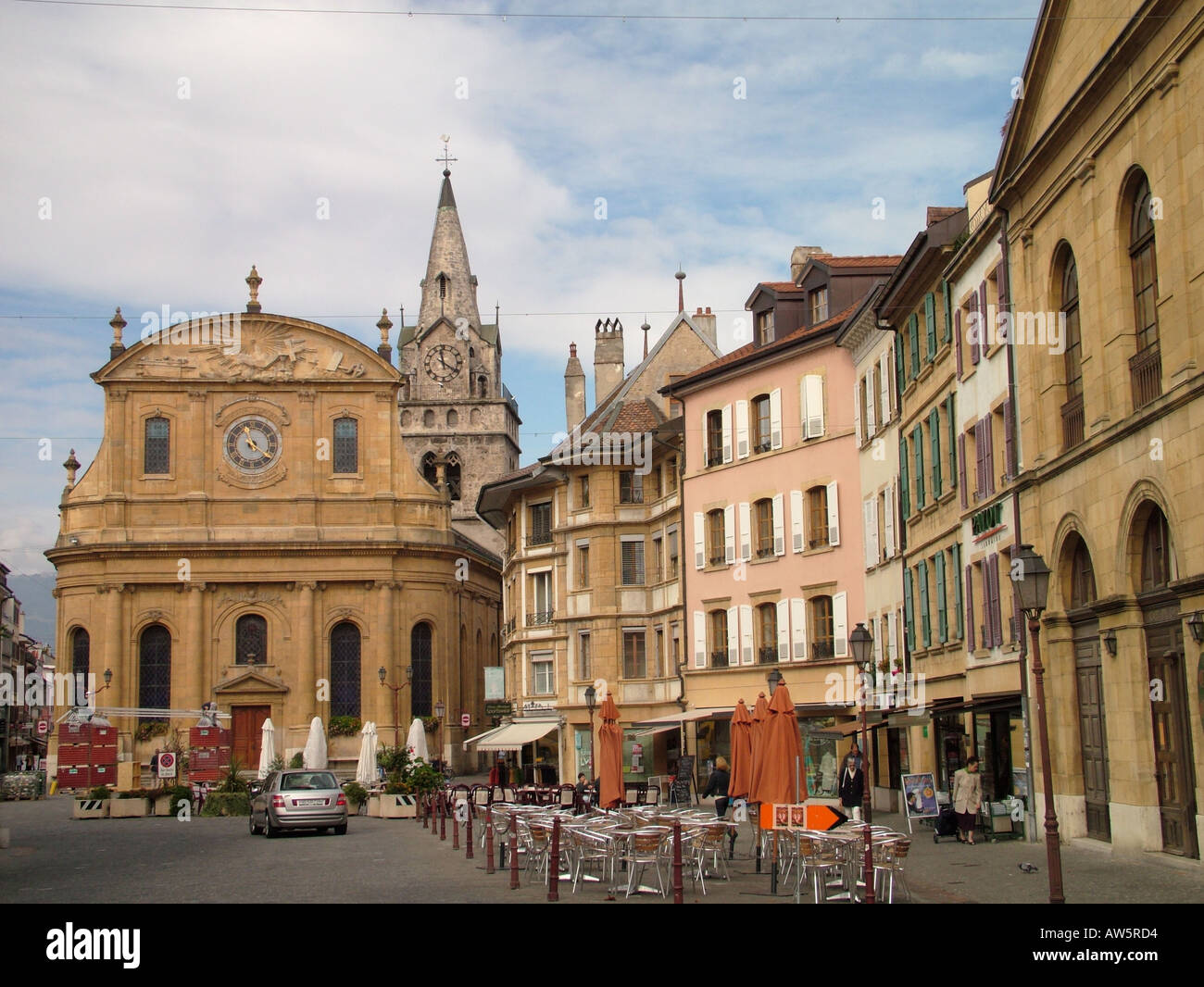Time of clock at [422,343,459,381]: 11:20
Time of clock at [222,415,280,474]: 11:21
